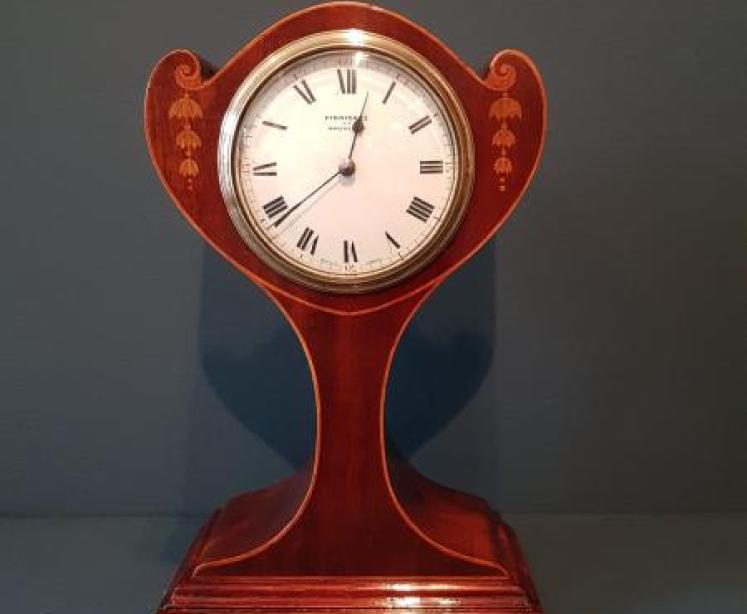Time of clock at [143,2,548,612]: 12:38
